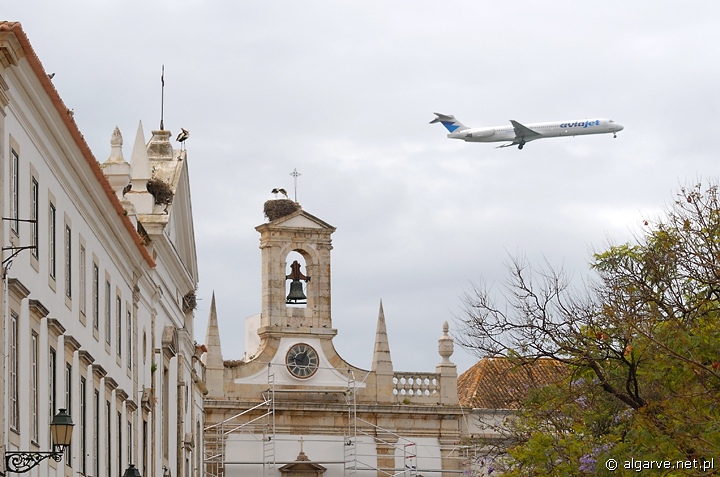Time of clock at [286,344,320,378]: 12:47
